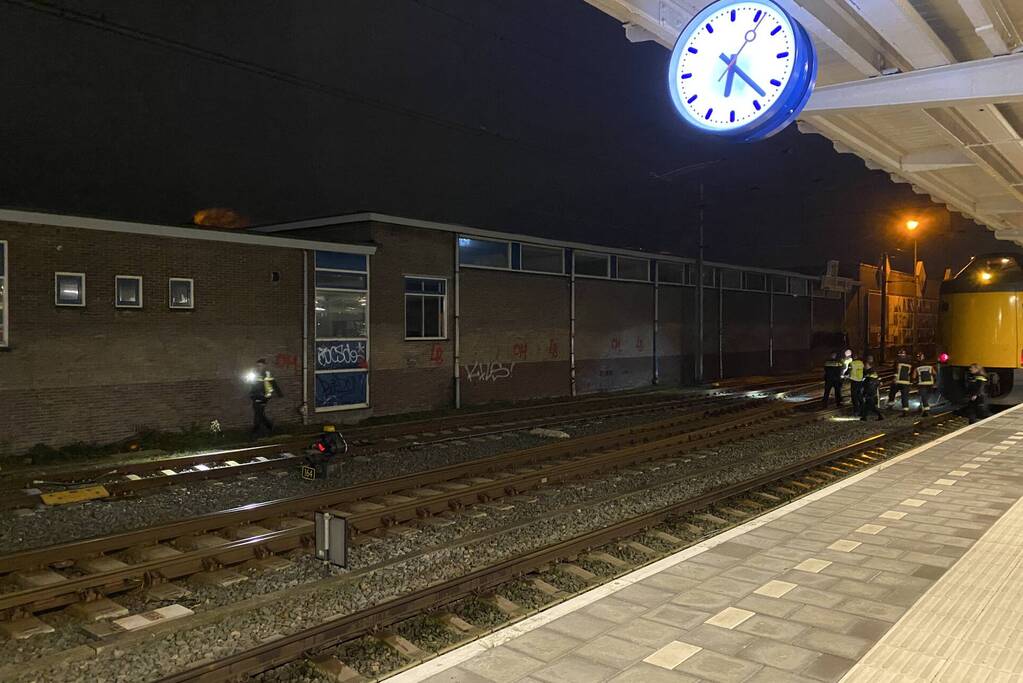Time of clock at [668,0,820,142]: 6:22
